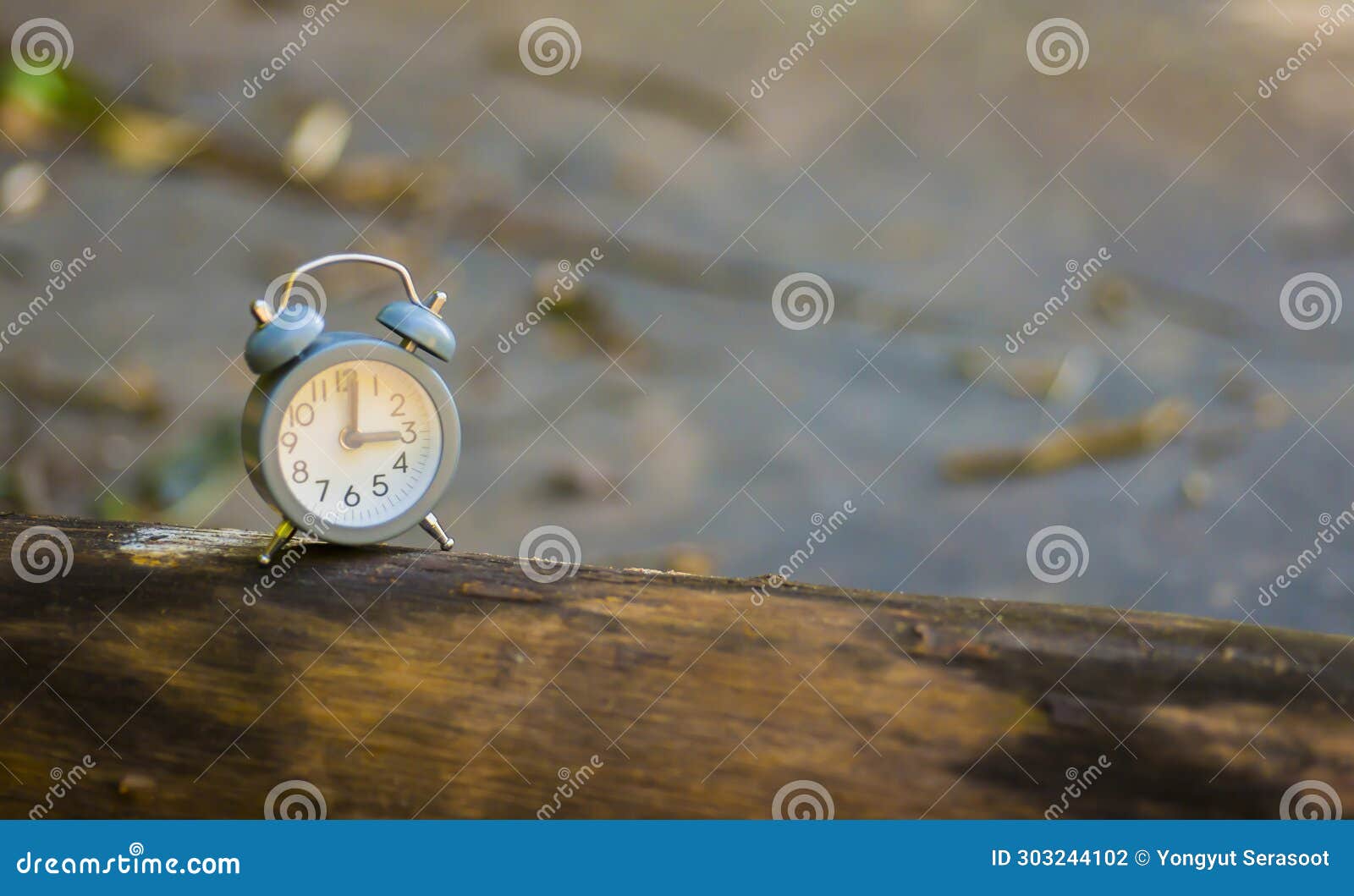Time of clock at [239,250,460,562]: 3:01
